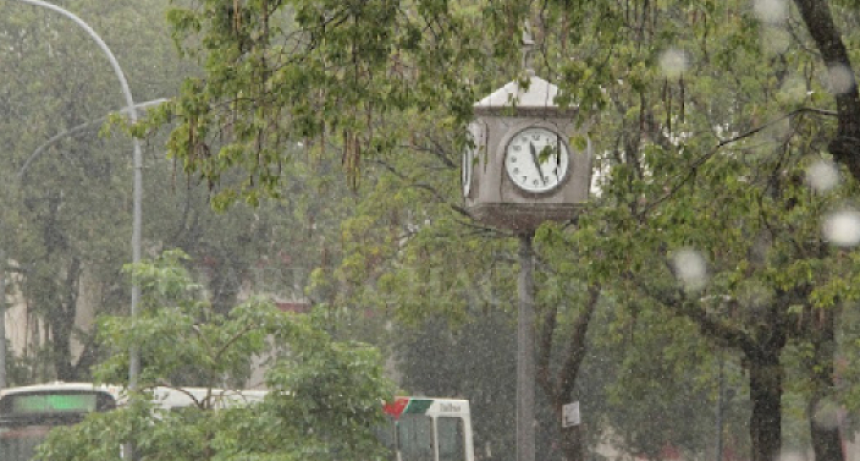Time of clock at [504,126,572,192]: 11:26
